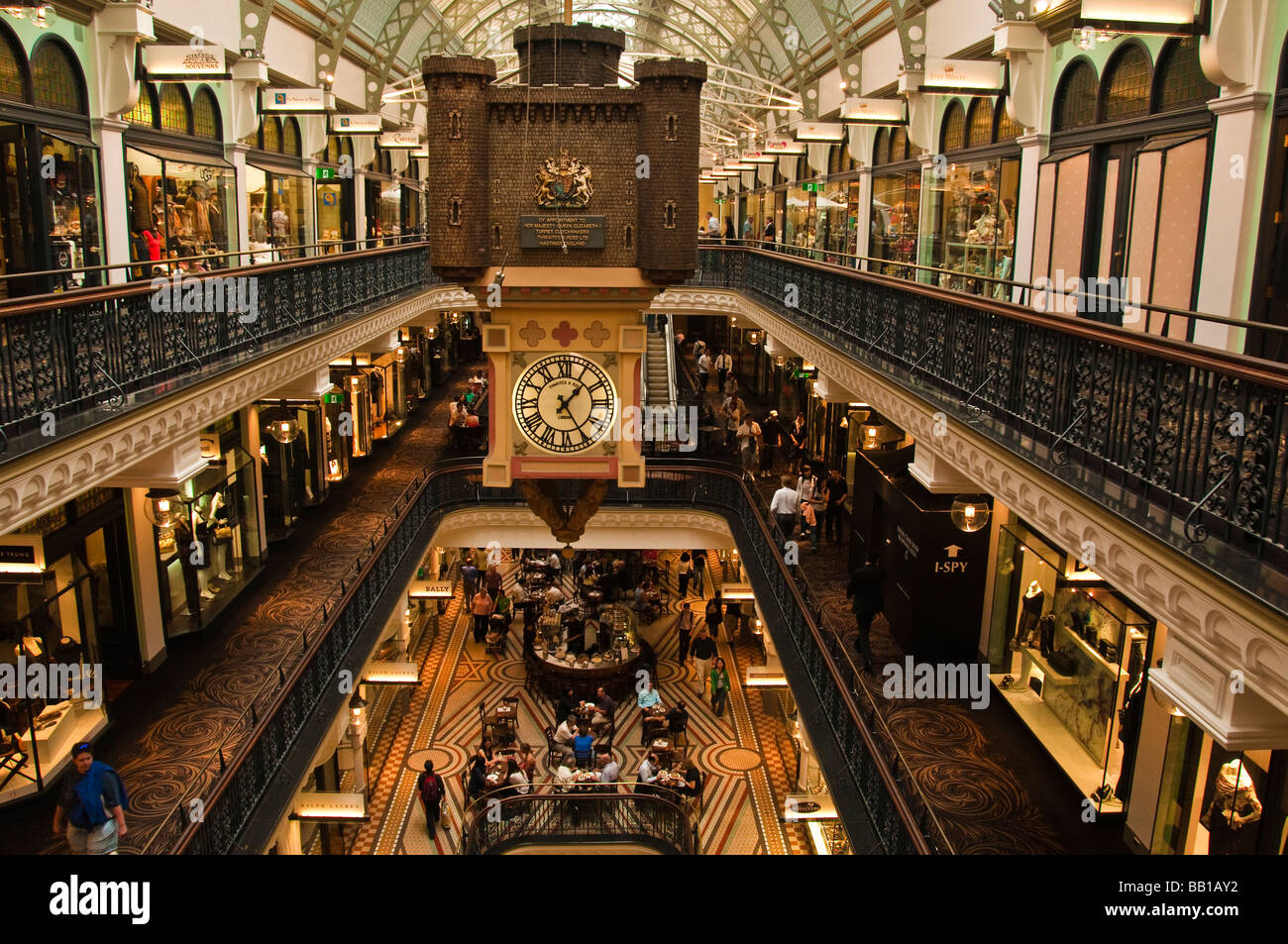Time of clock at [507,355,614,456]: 1:24
